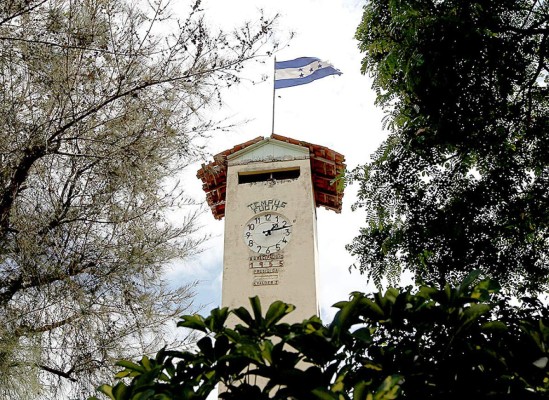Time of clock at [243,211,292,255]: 1:12
